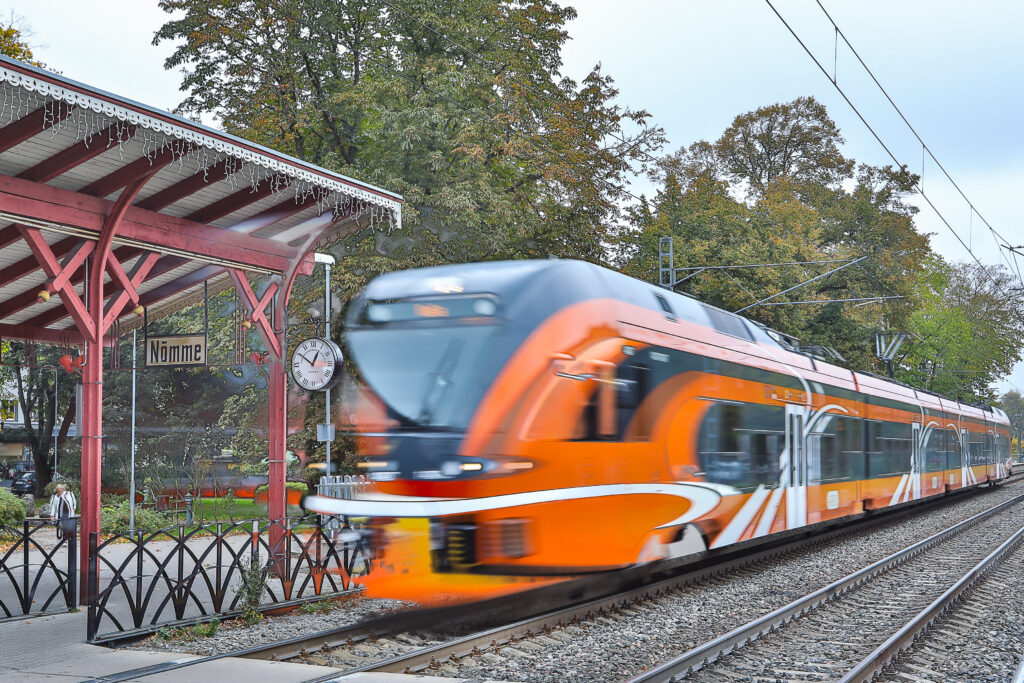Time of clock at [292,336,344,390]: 12:50
